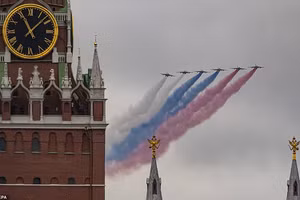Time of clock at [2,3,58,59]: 11:07
